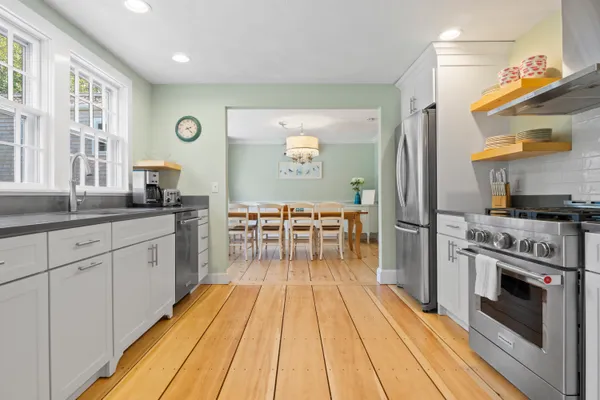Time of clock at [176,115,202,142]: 2:22
